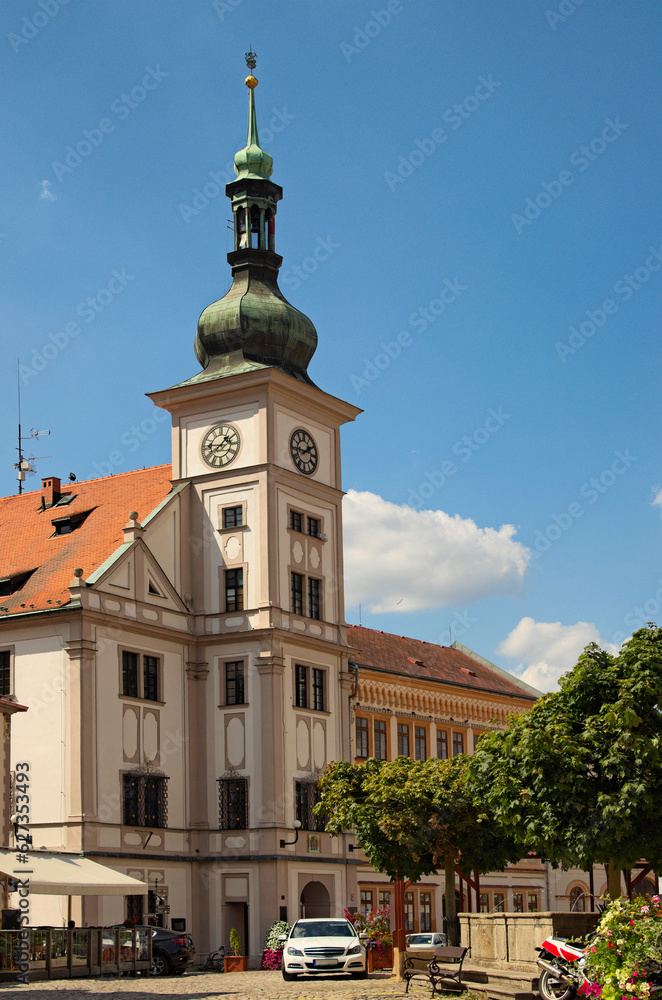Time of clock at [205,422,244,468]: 1:46
